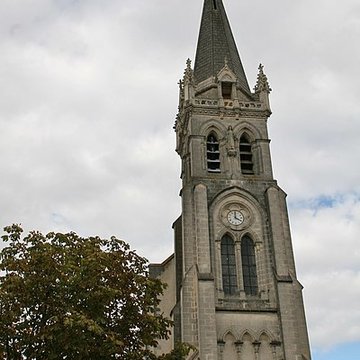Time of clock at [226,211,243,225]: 4:00
